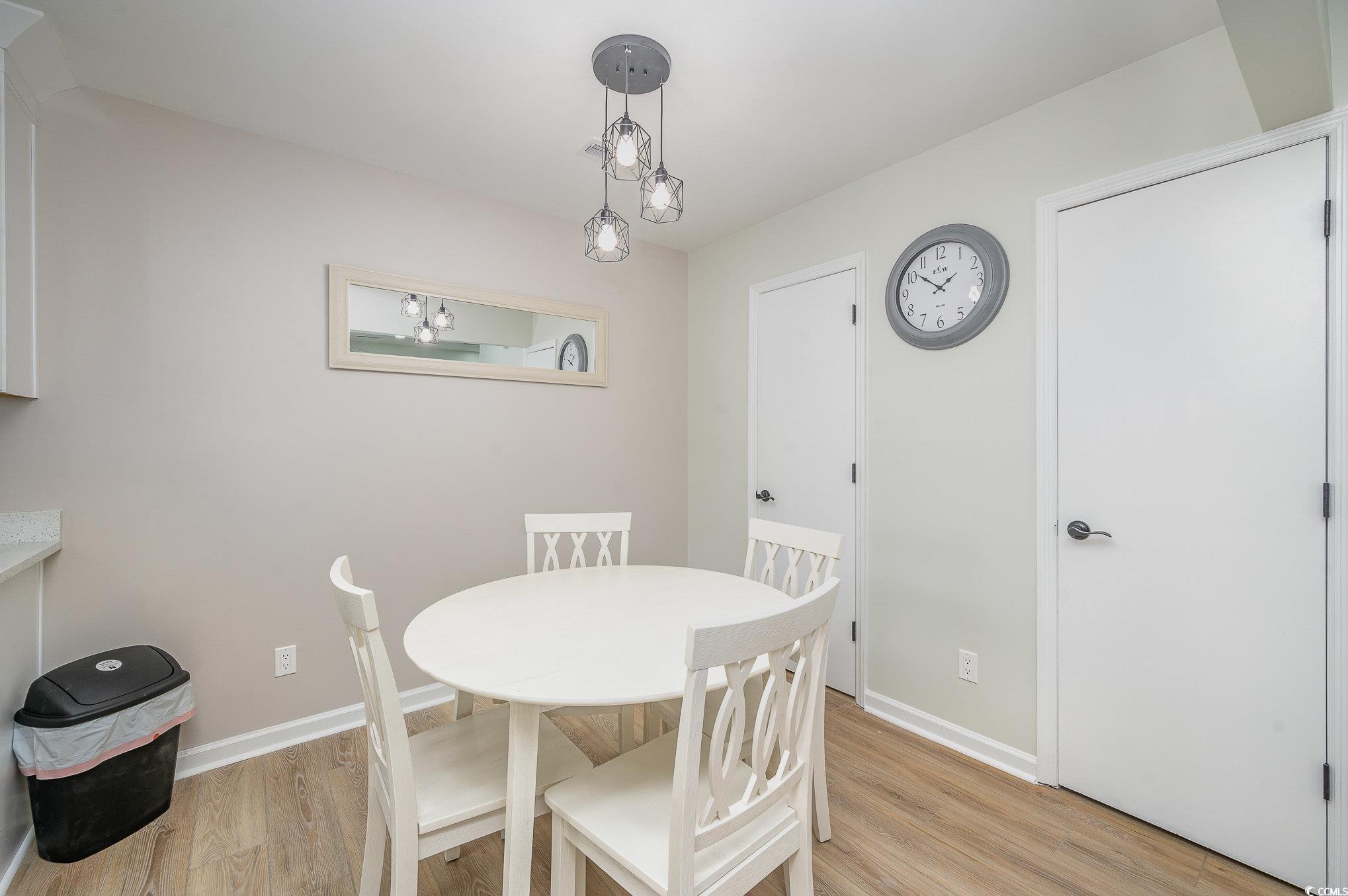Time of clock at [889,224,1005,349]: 1:51
